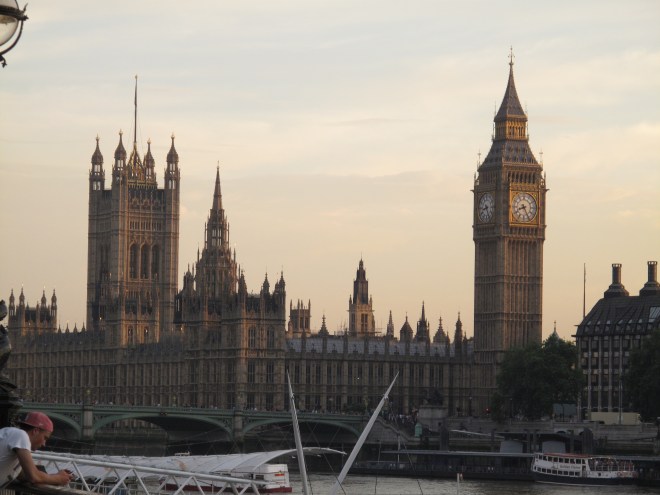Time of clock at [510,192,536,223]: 8:25
